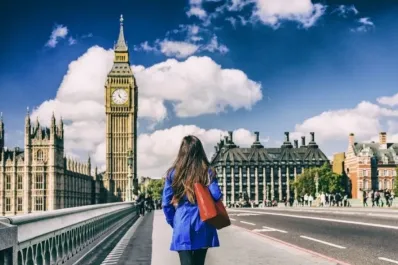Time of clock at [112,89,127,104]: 11:21
